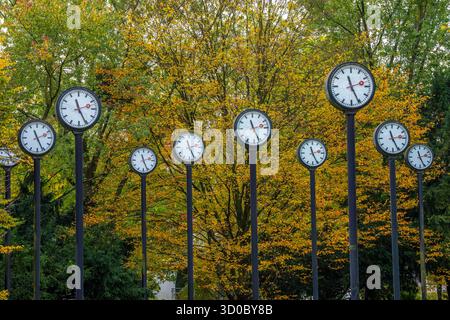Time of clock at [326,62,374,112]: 11:25
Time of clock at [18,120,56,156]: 2:26
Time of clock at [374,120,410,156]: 11:25
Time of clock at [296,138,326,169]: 11:25
